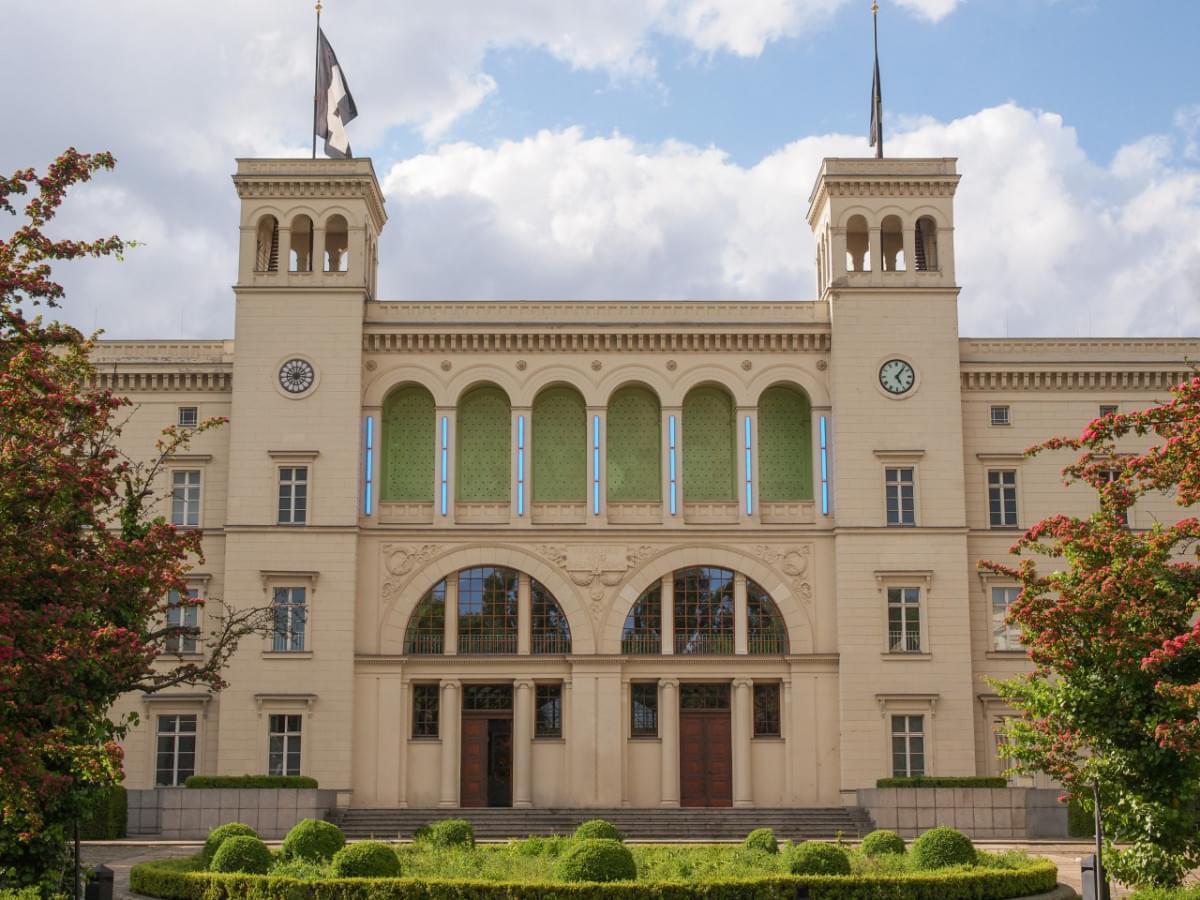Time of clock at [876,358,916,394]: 5:06
